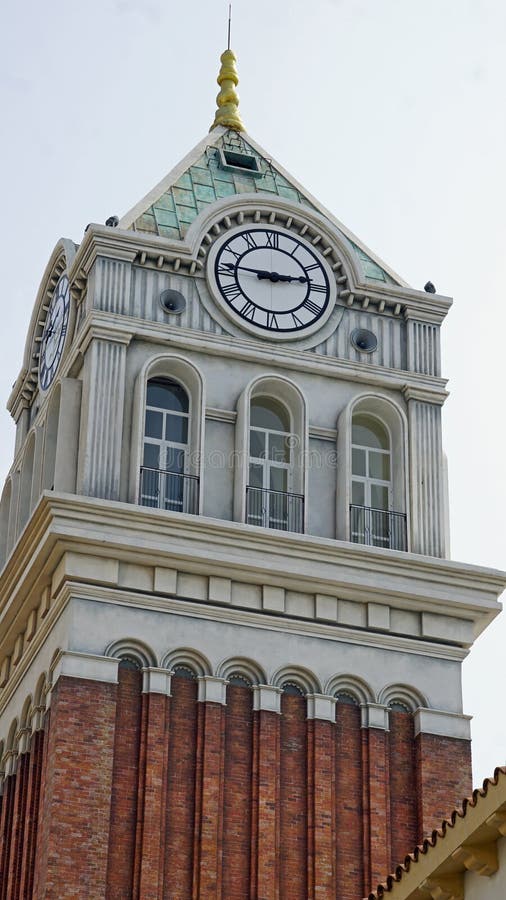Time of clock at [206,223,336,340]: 2:45
